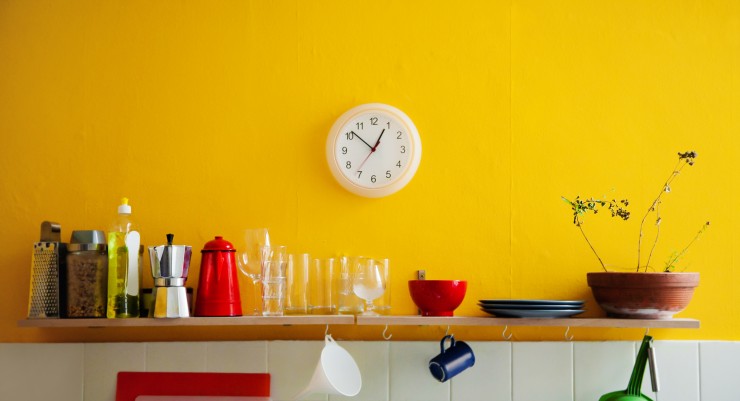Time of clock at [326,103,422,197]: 12:51
